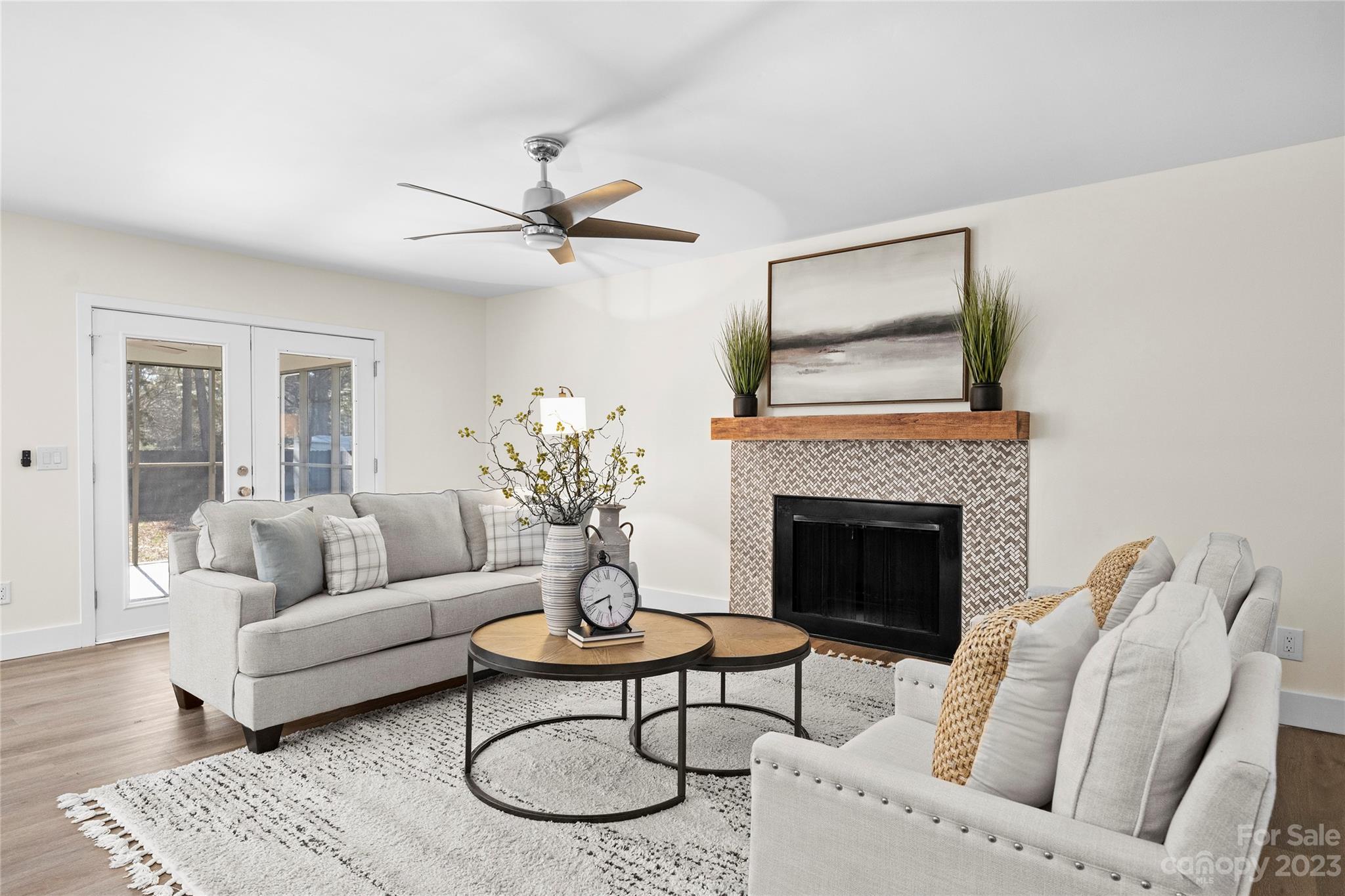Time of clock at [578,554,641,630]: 5:41
